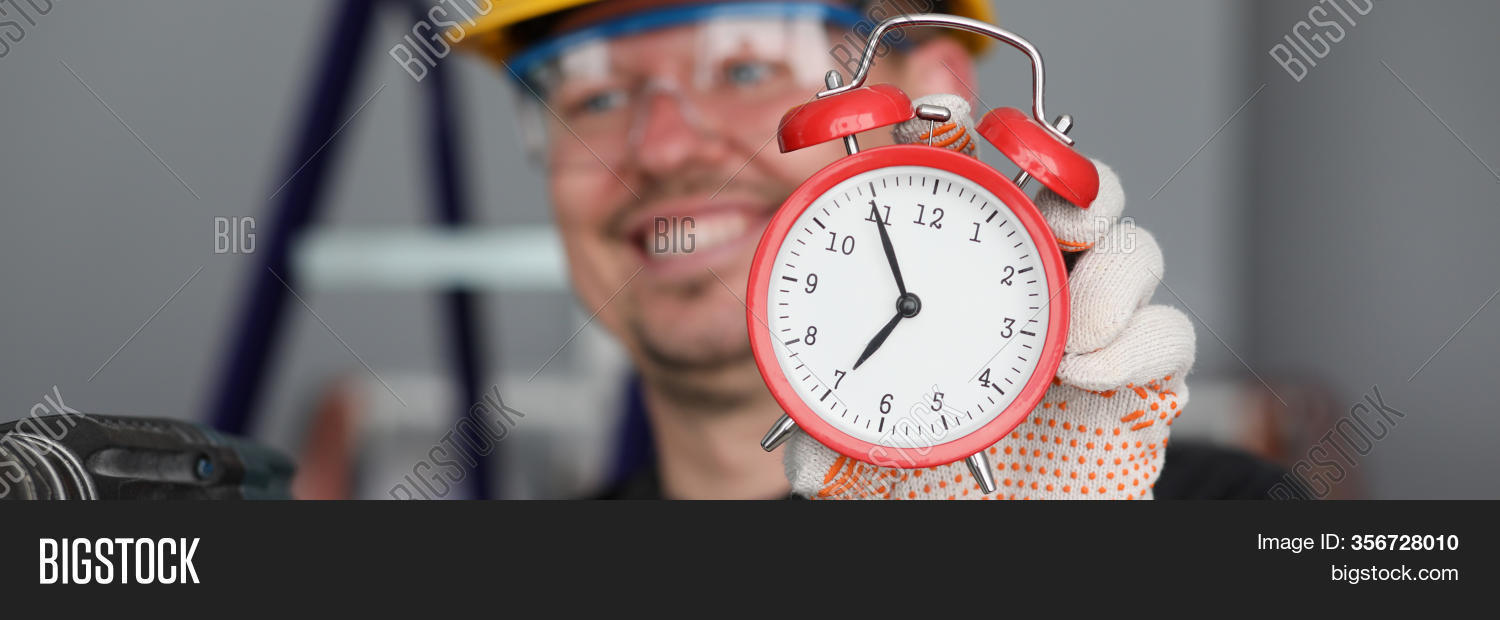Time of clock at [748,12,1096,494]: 6:55
